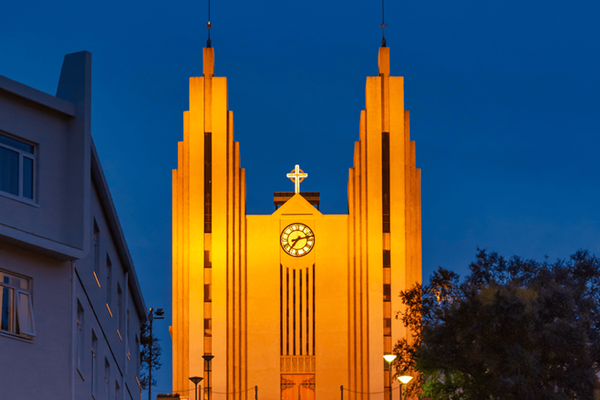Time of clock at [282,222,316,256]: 7:12
